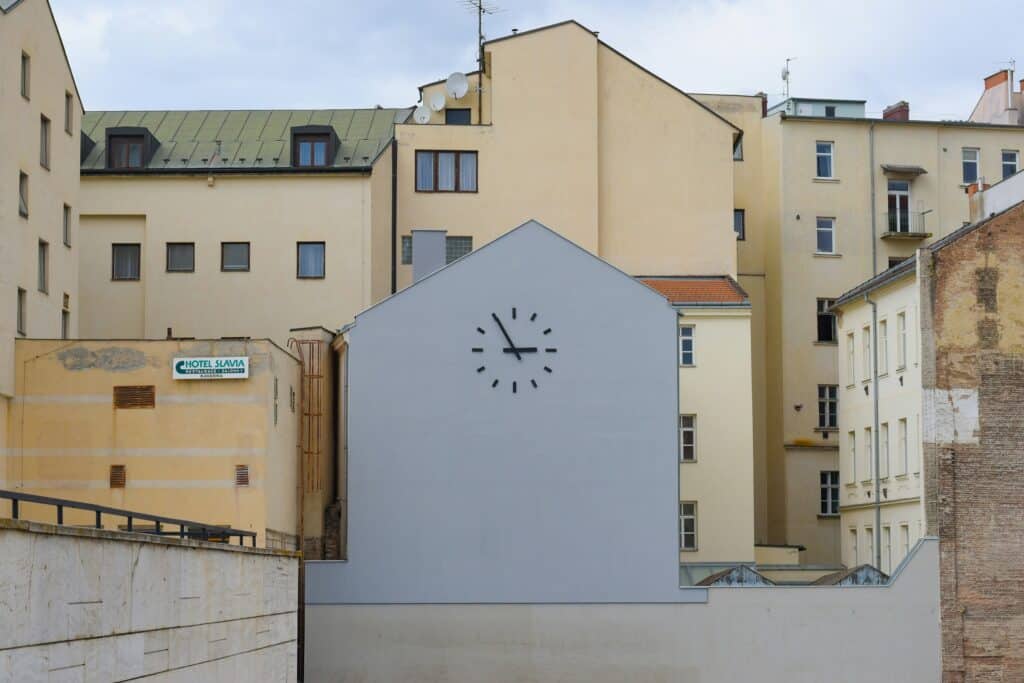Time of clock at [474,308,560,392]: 2:54
